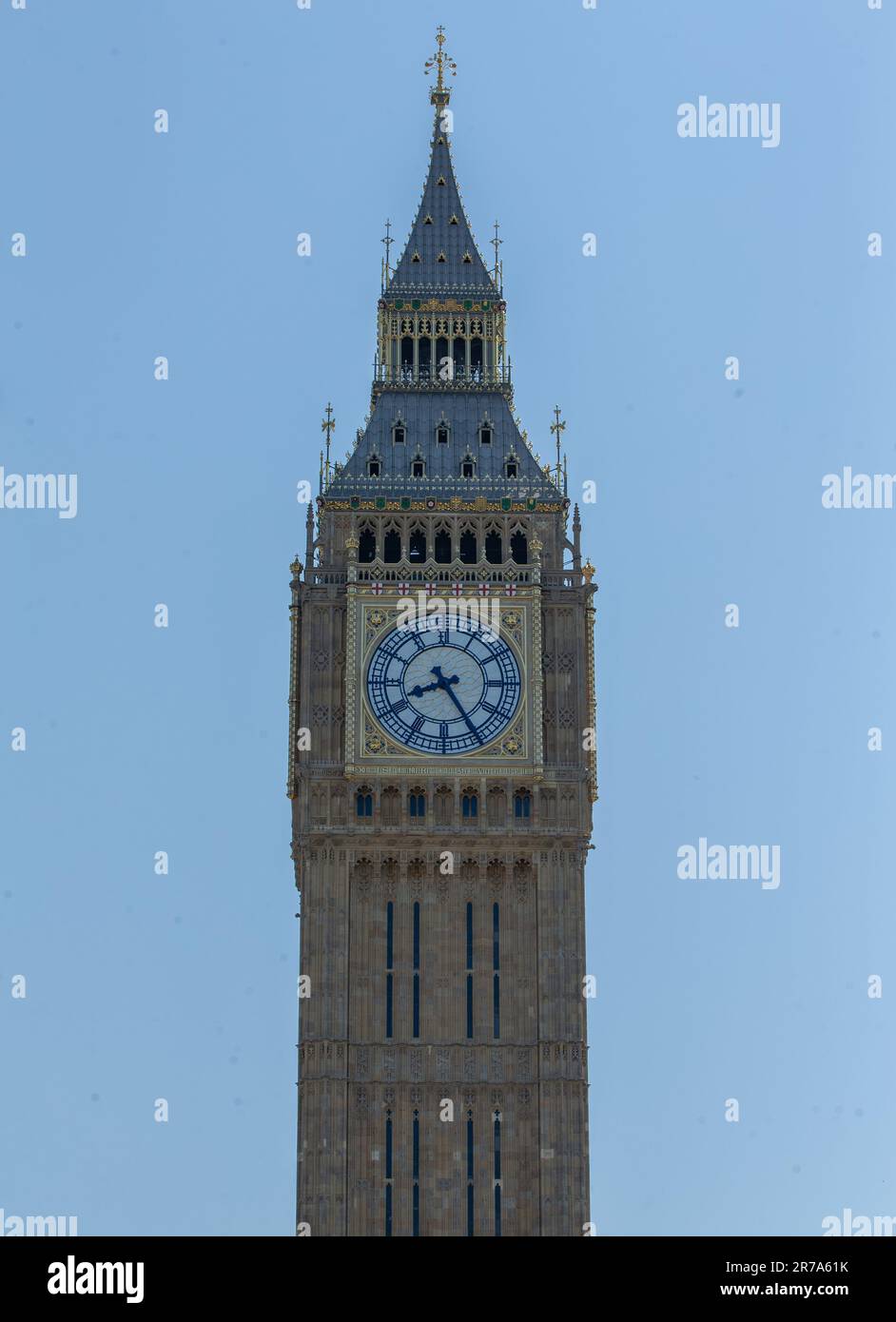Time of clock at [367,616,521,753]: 8:25
